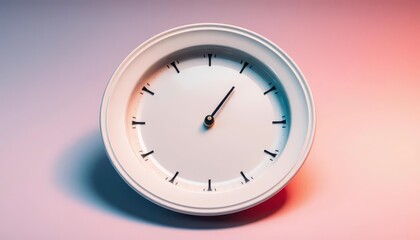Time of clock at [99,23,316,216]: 1:05
